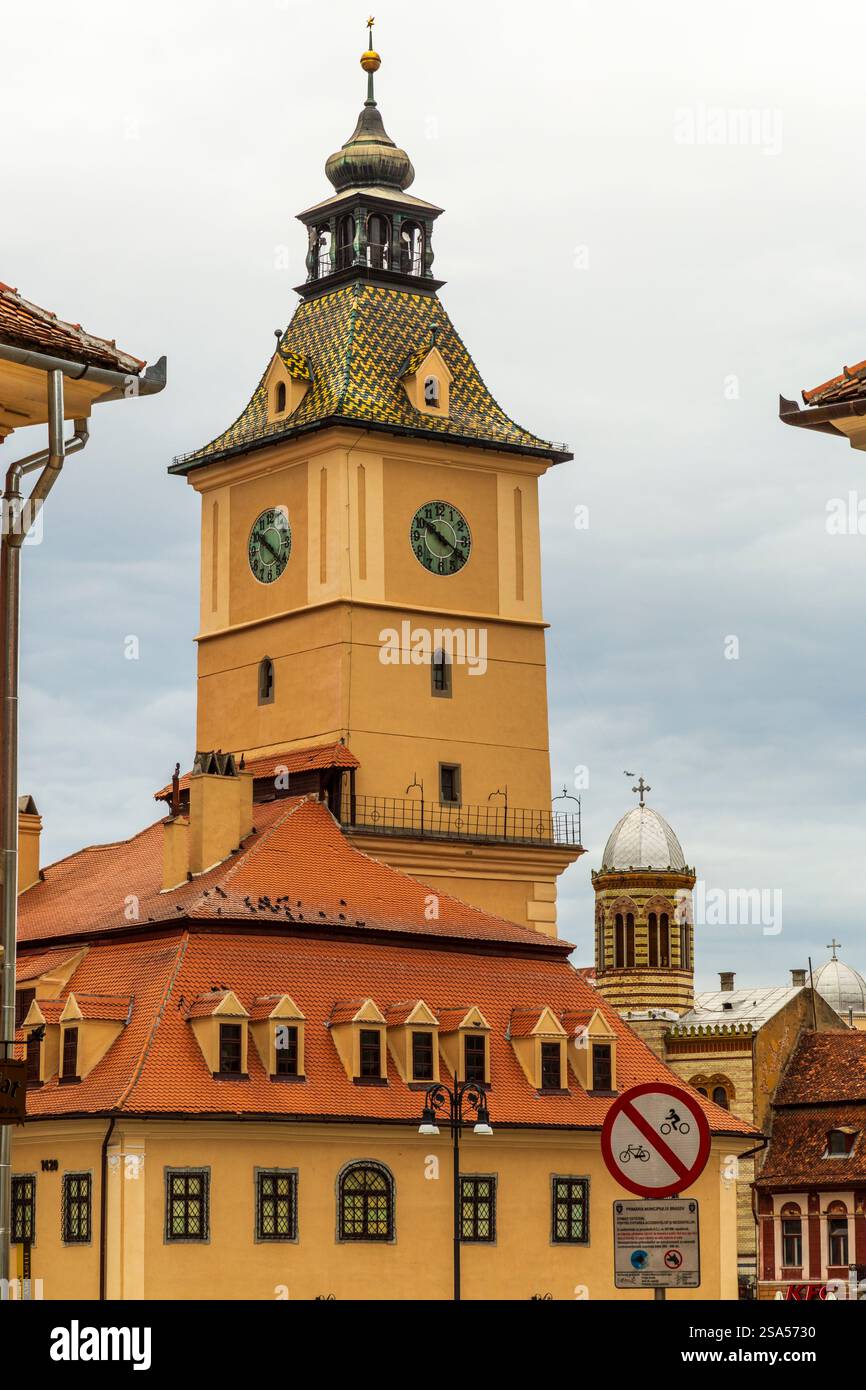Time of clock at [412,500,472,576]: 10:20
